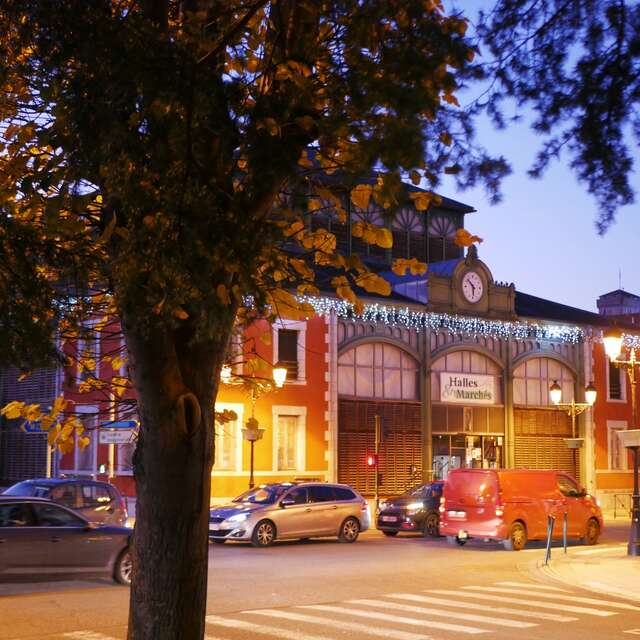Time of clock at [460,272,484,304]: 5:51
